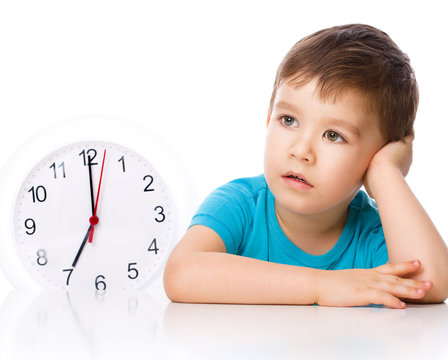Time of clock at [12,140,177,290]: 7:00
